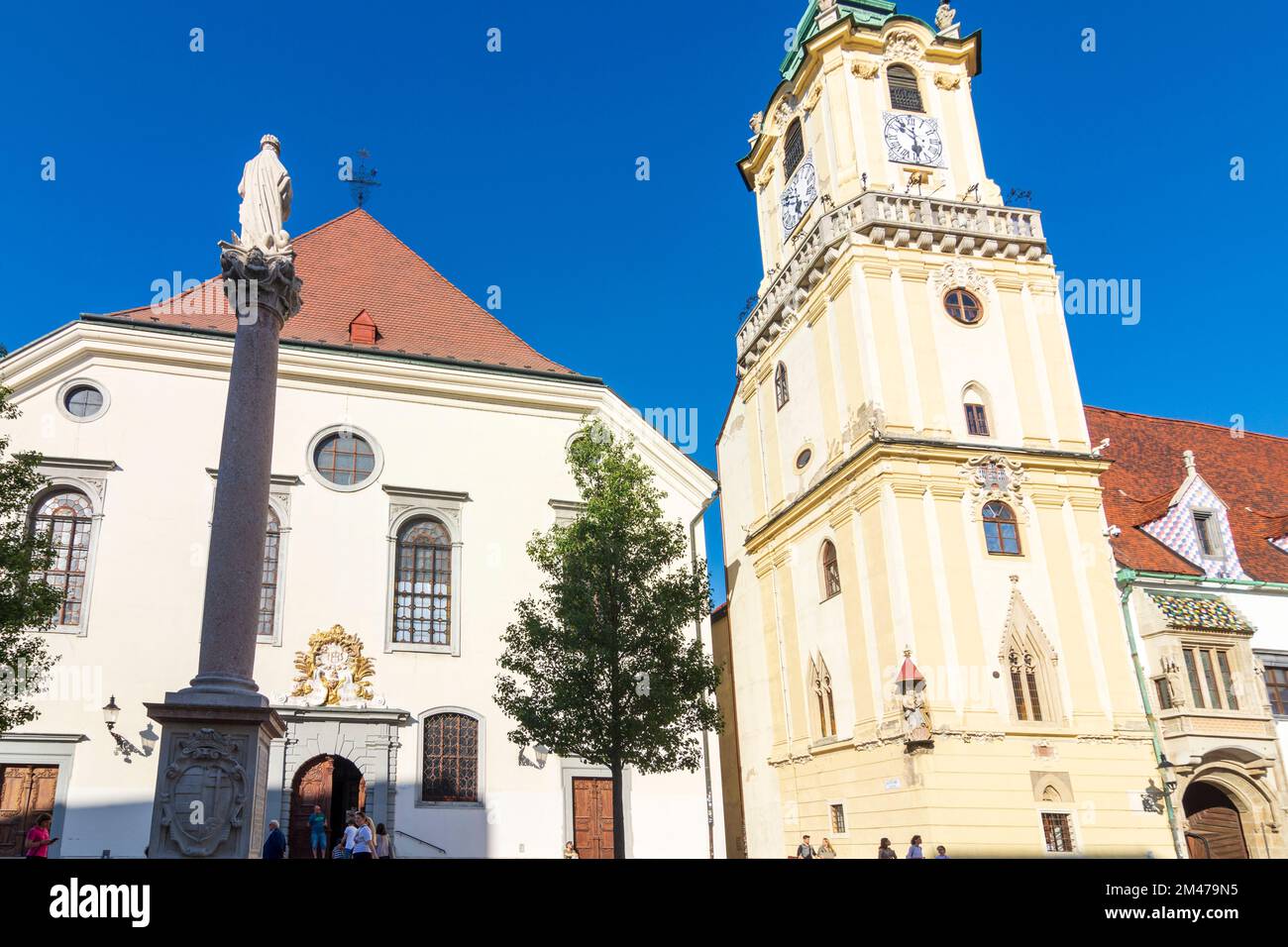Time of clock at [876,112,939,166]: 5:51
